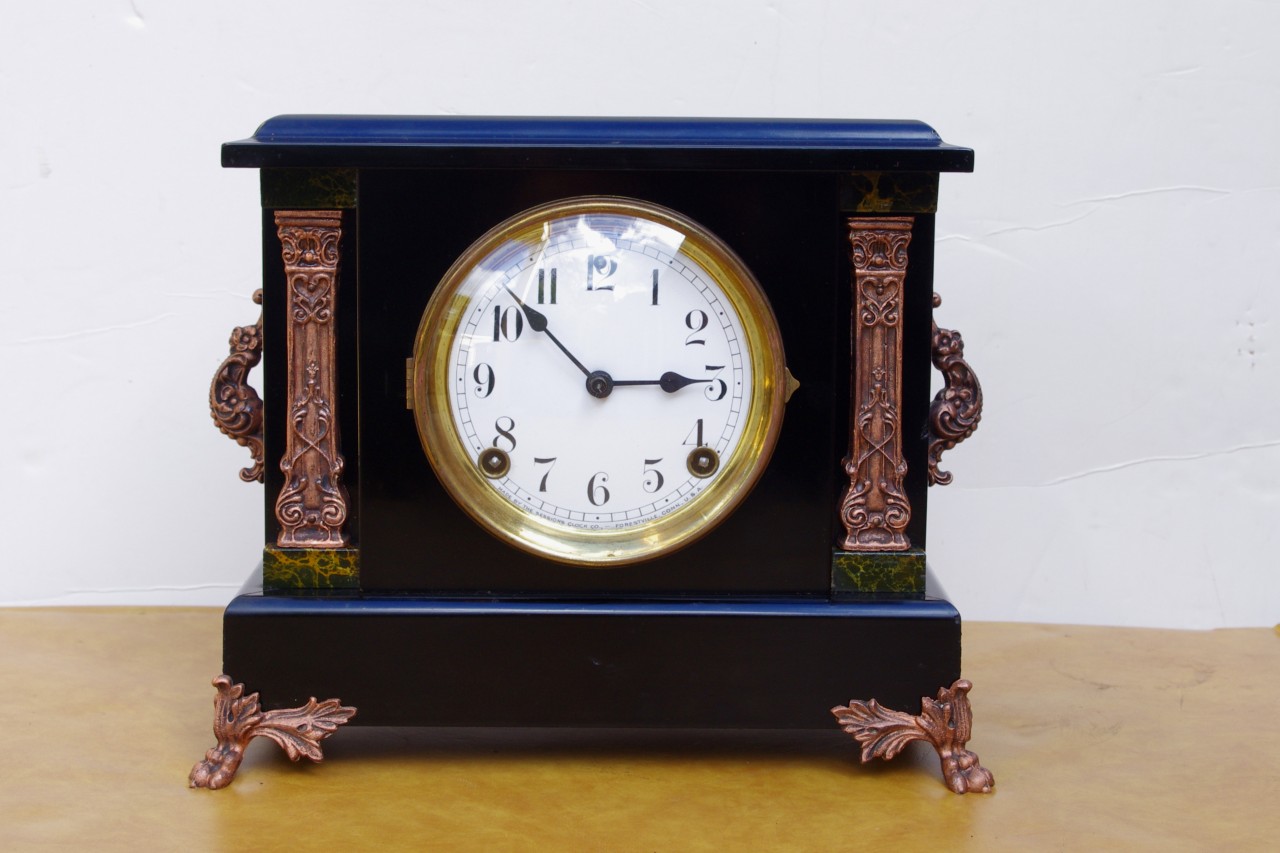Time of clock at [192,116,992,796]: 2:52
